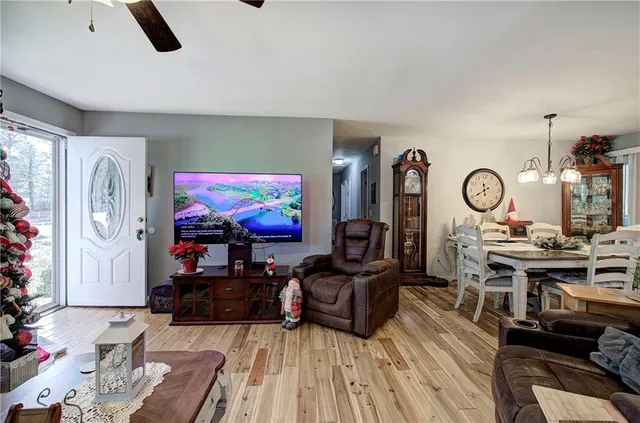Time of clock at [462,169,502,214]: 11:40
